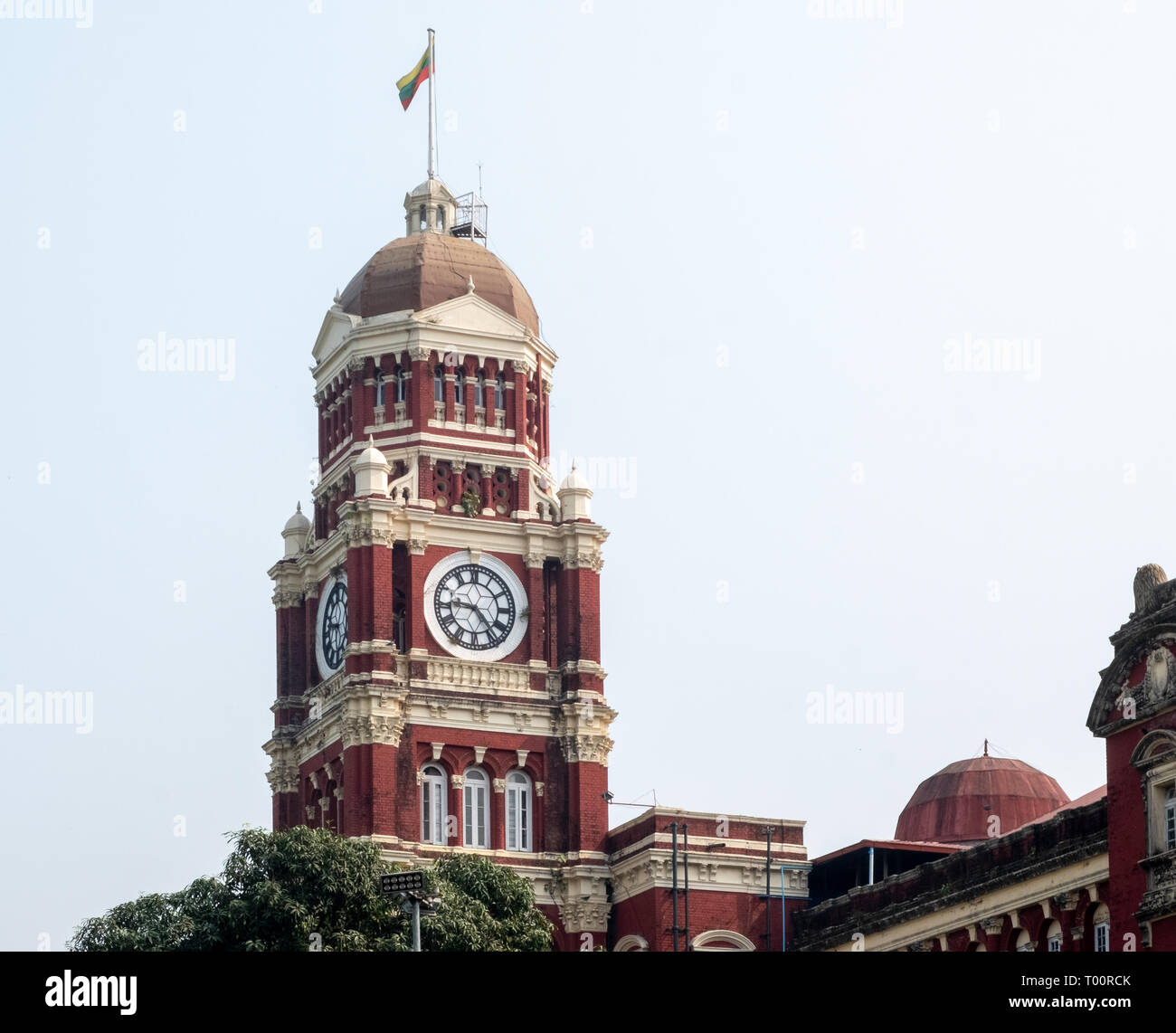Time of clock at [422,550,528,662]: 4:45
